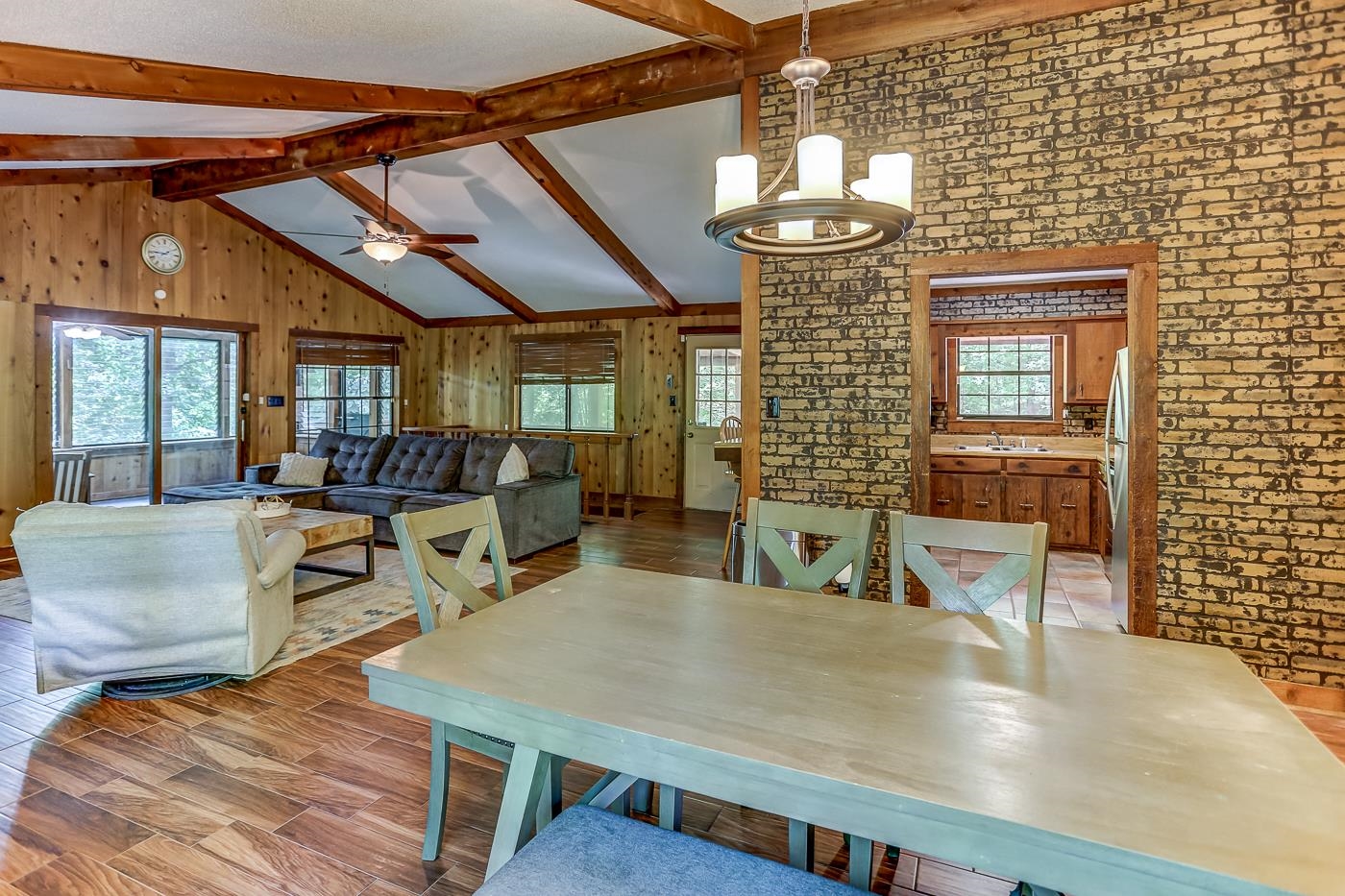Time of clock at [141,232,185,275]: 9:10
